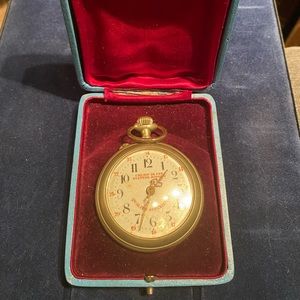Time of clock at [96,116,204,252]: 1:33
